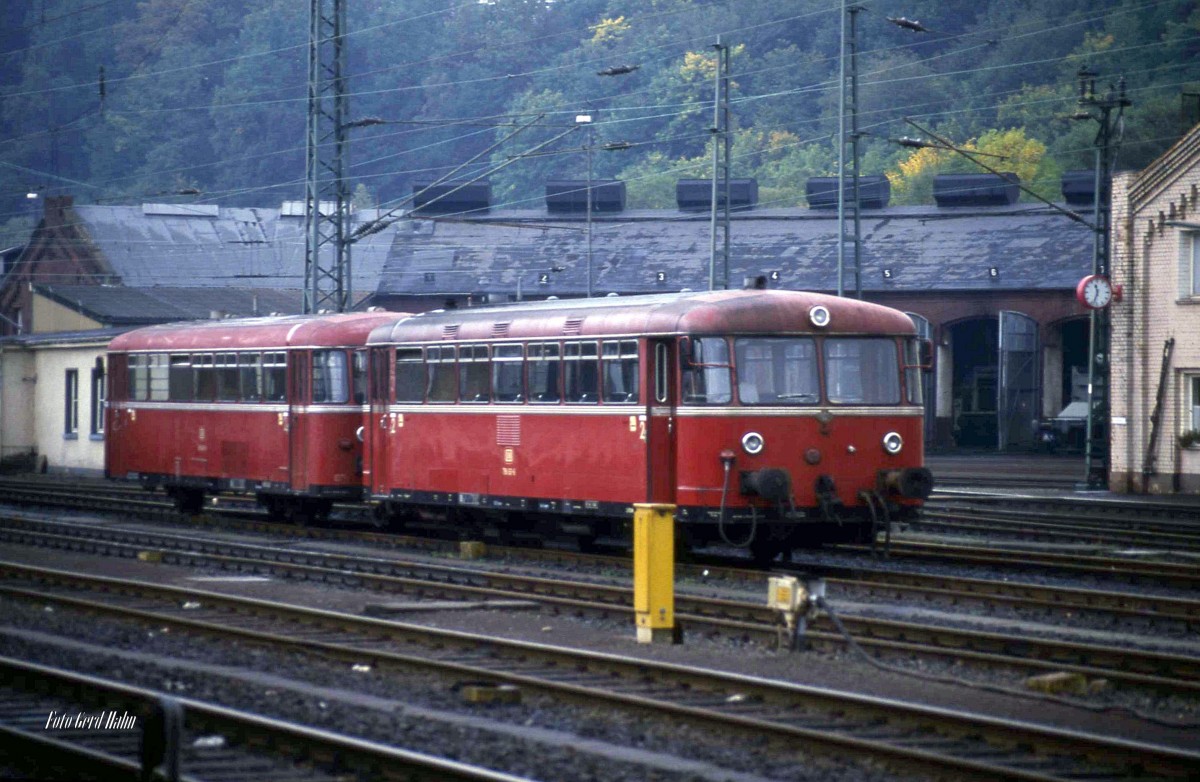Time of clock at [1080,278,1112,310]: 11:33
